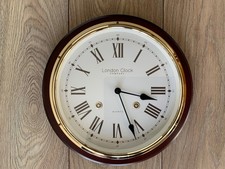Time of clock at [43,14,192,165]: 3:26
